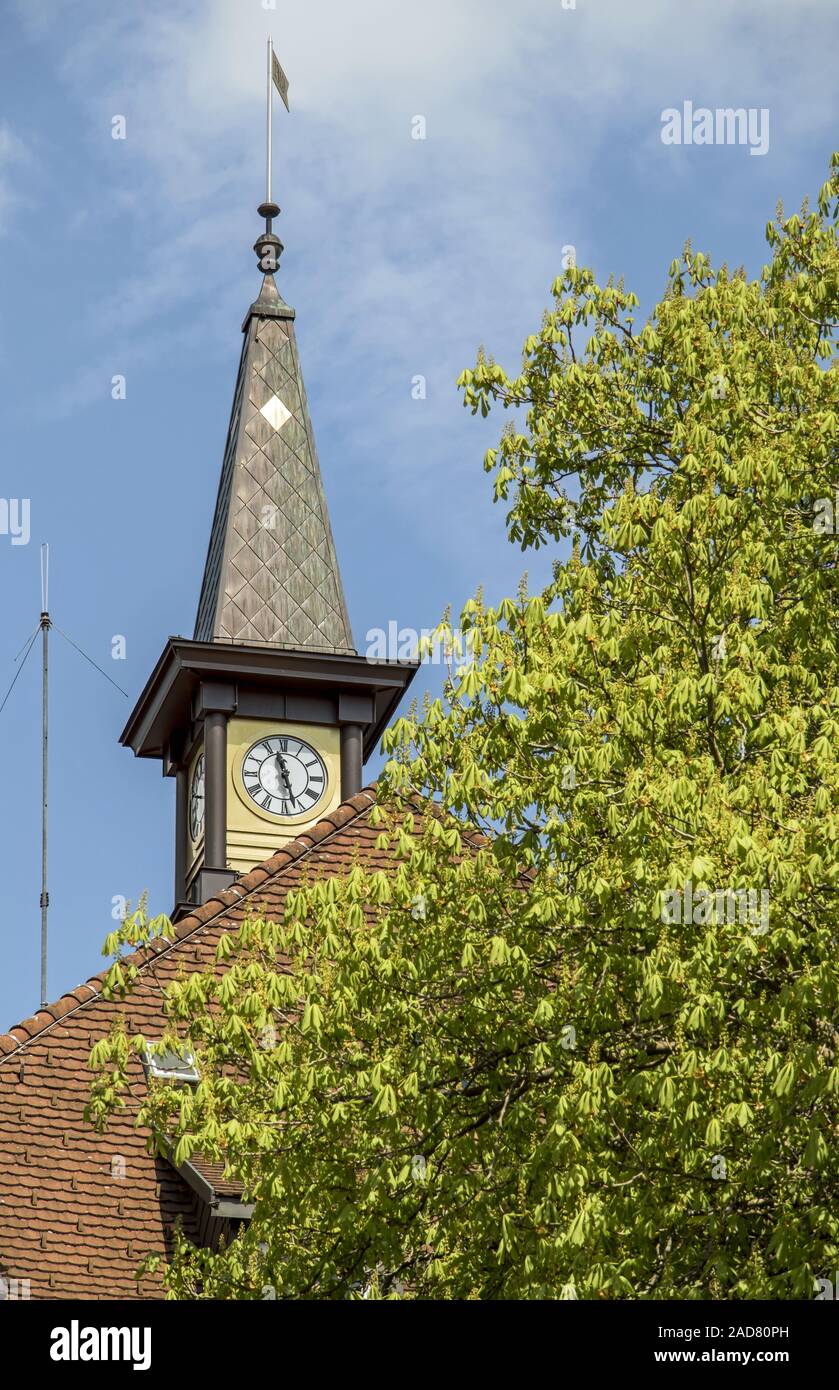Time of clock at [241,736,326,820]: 11:26
